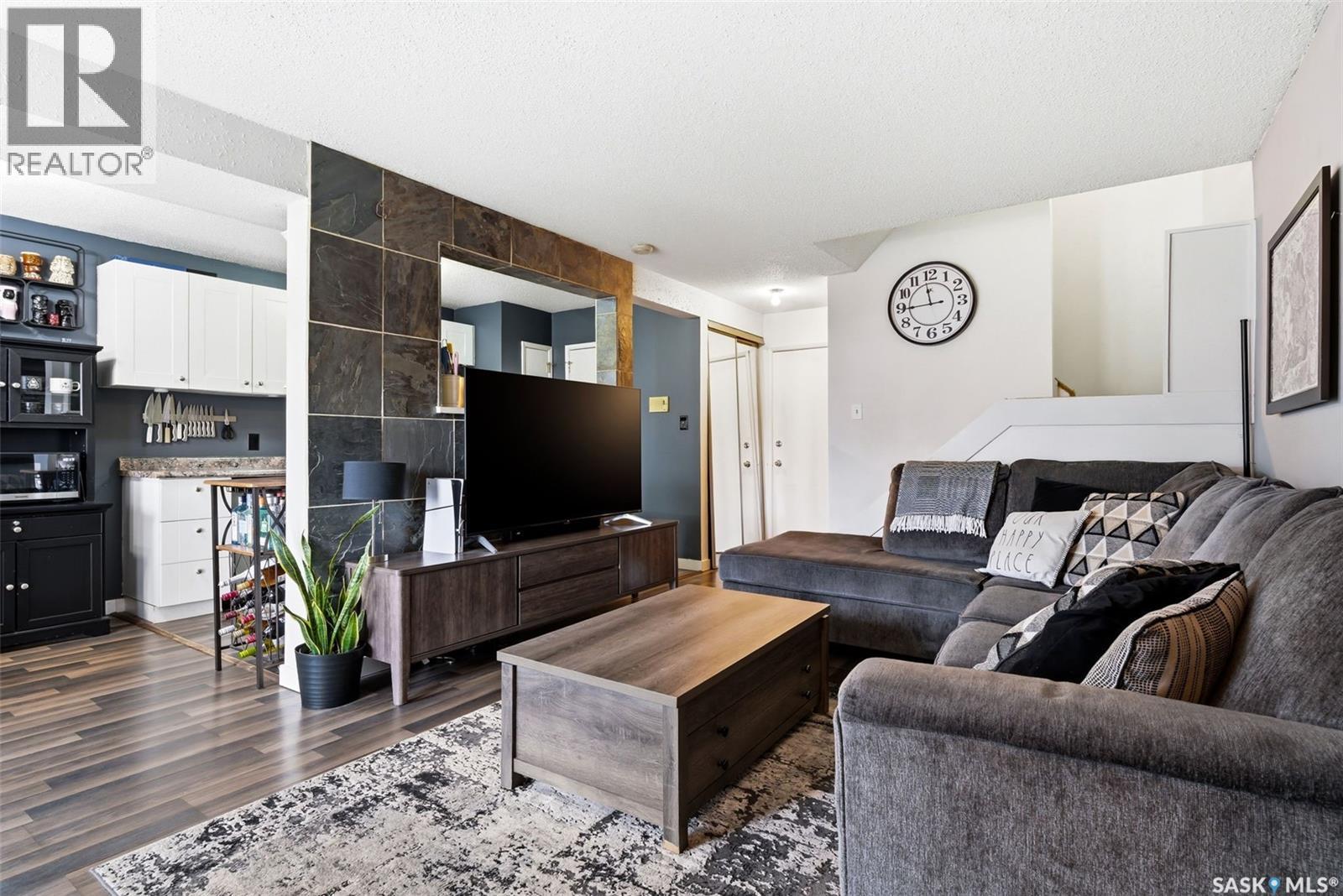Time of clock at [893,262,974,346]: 11:44
